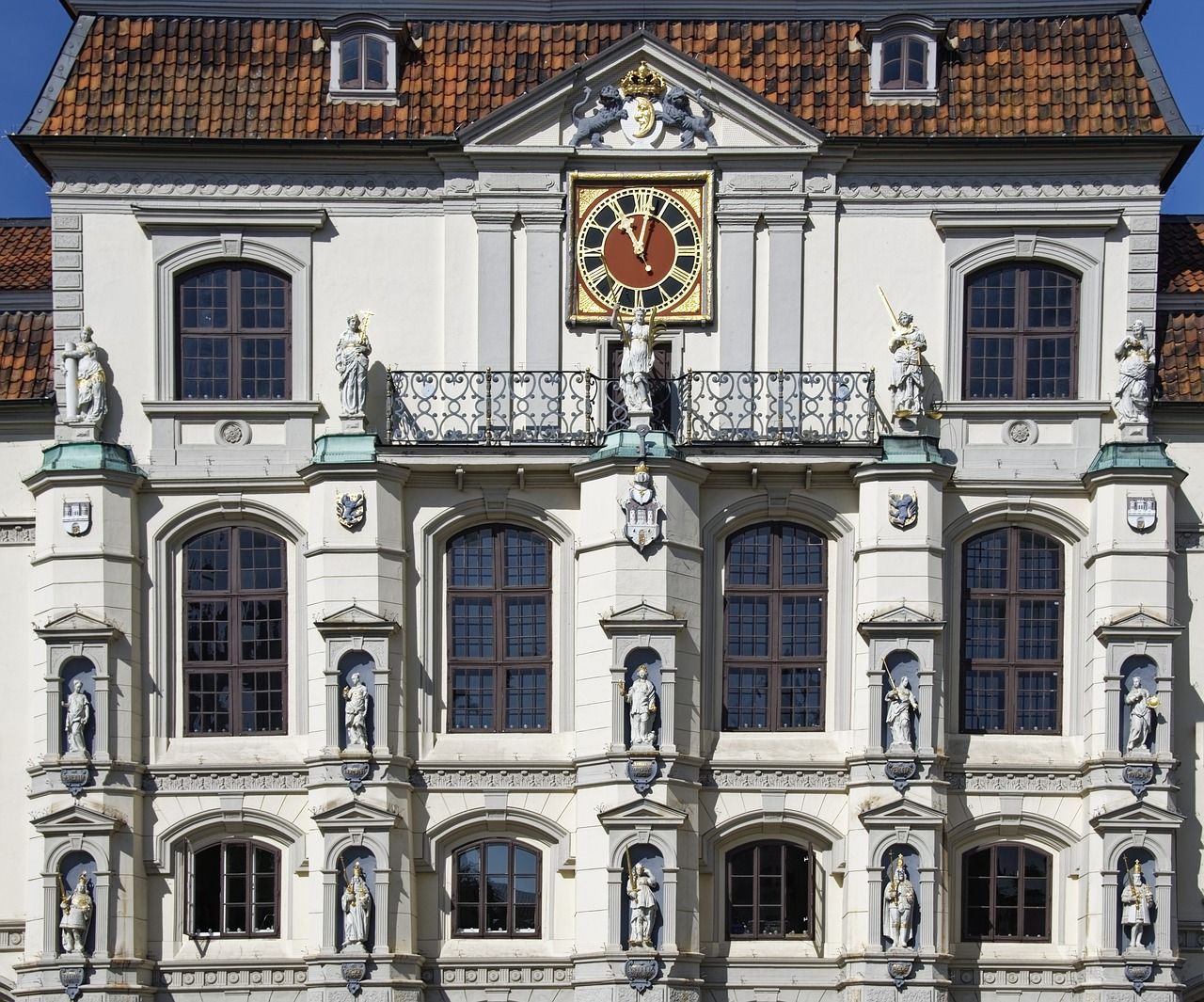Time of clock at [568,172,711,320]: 11:02
